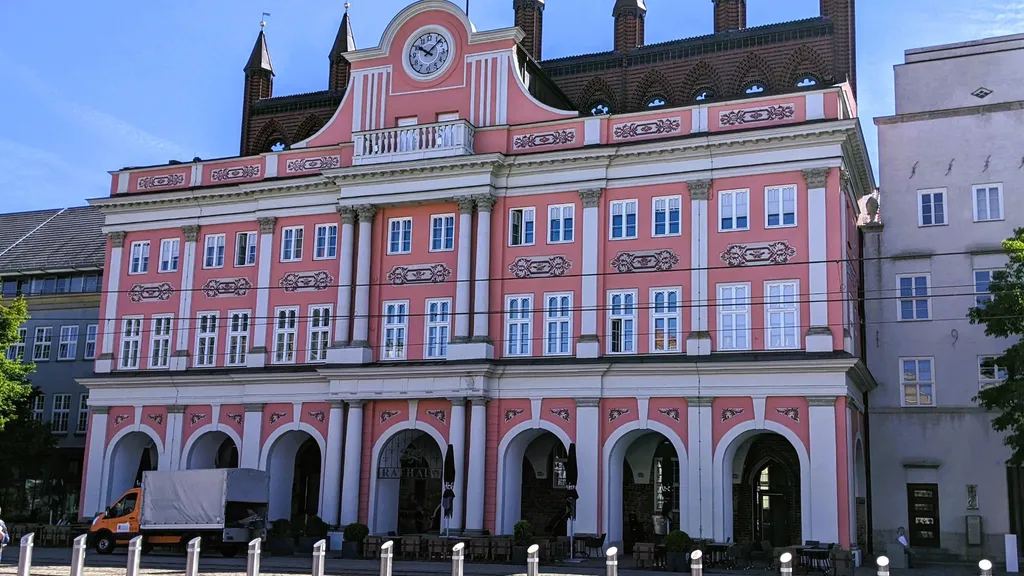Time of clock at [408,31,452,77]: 10:07
